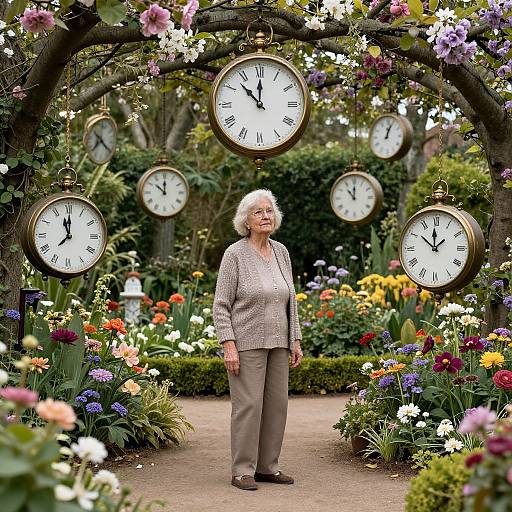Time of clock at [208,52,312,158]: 11:52
